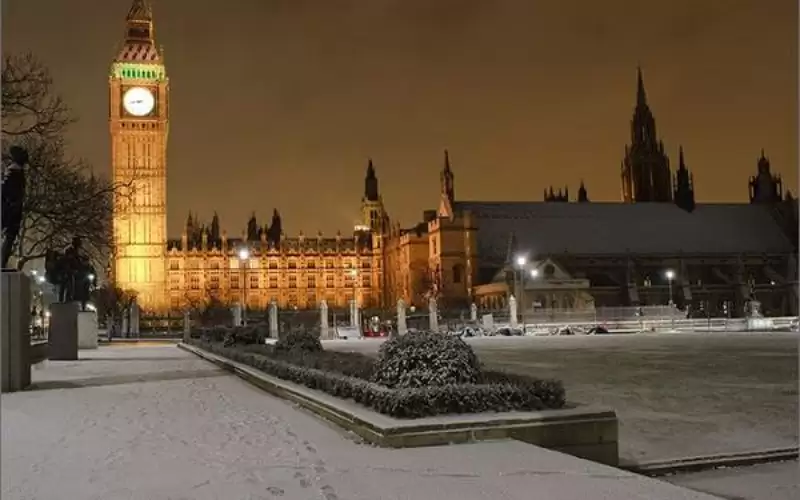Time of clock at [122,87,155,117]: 8:43
